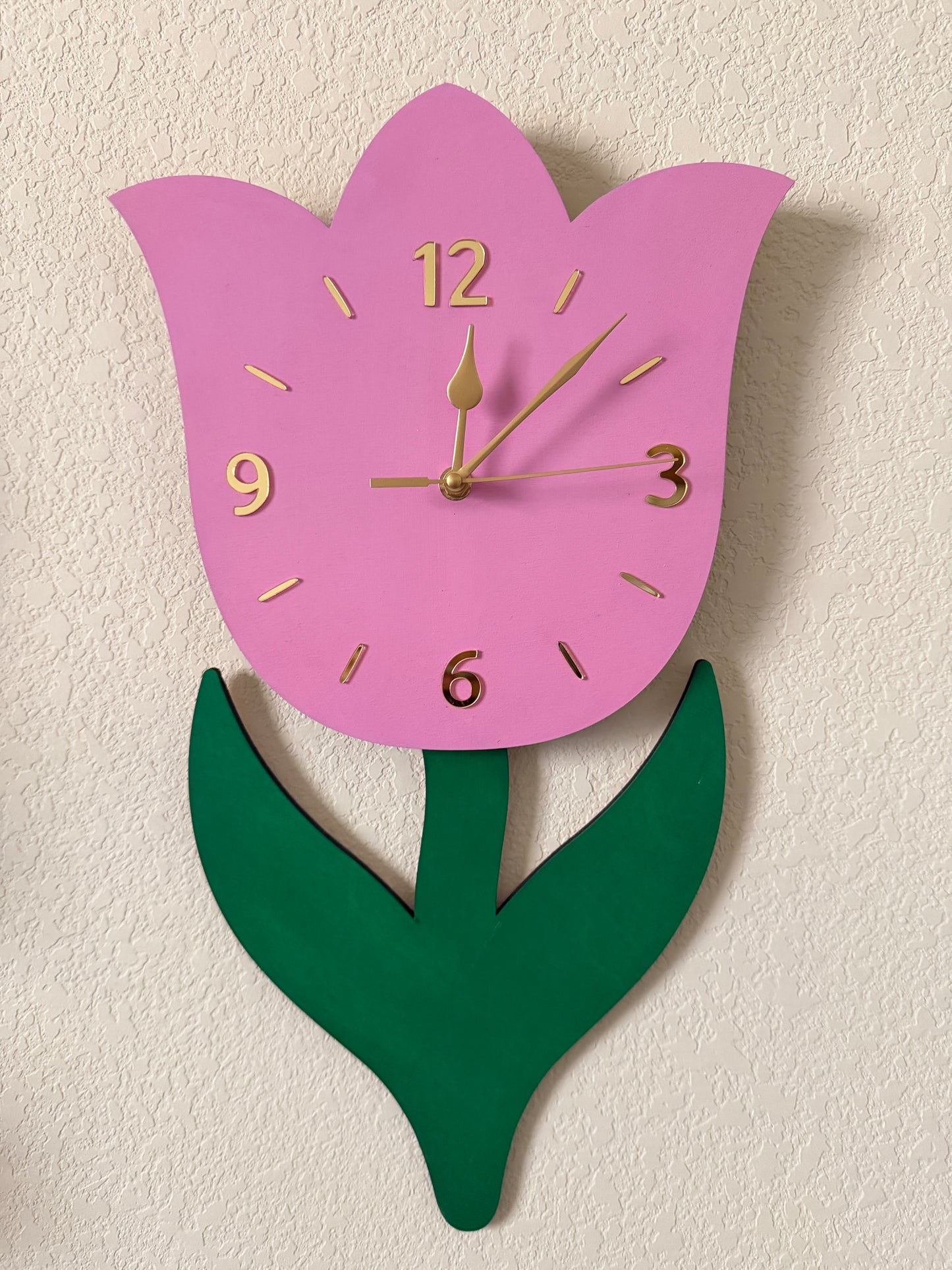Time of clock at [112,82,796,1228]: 12:08
